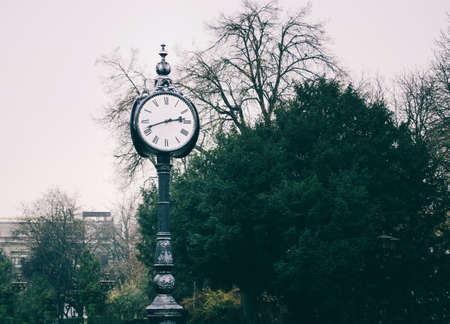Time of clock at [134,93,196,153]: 2:41
